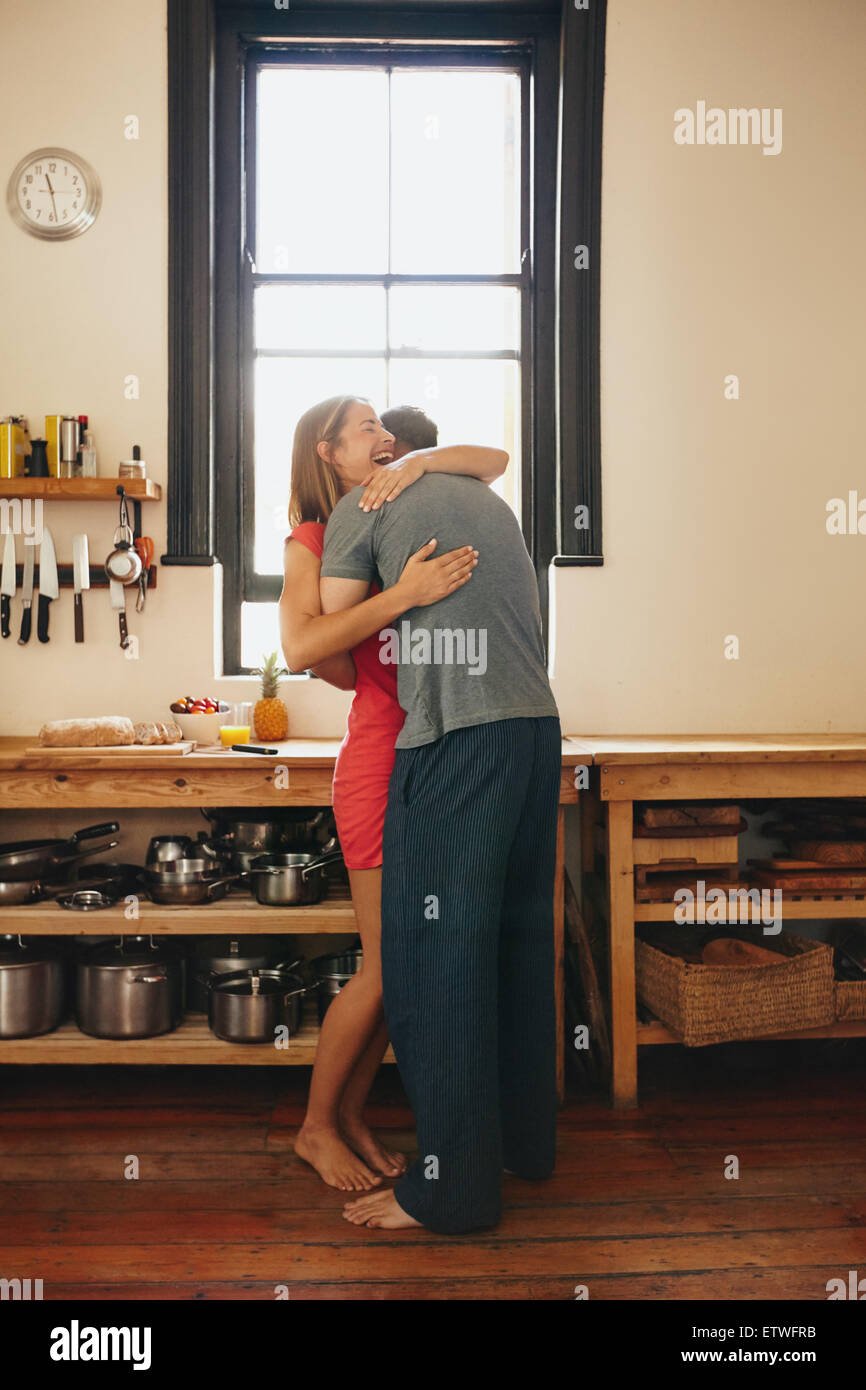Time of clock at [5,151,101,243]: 11:28
